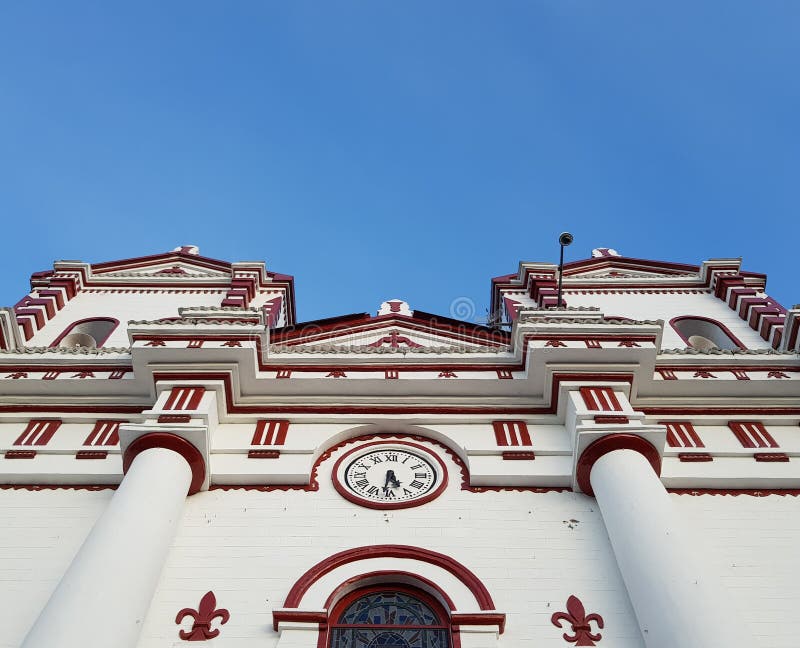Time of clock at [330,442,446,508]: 5:31
